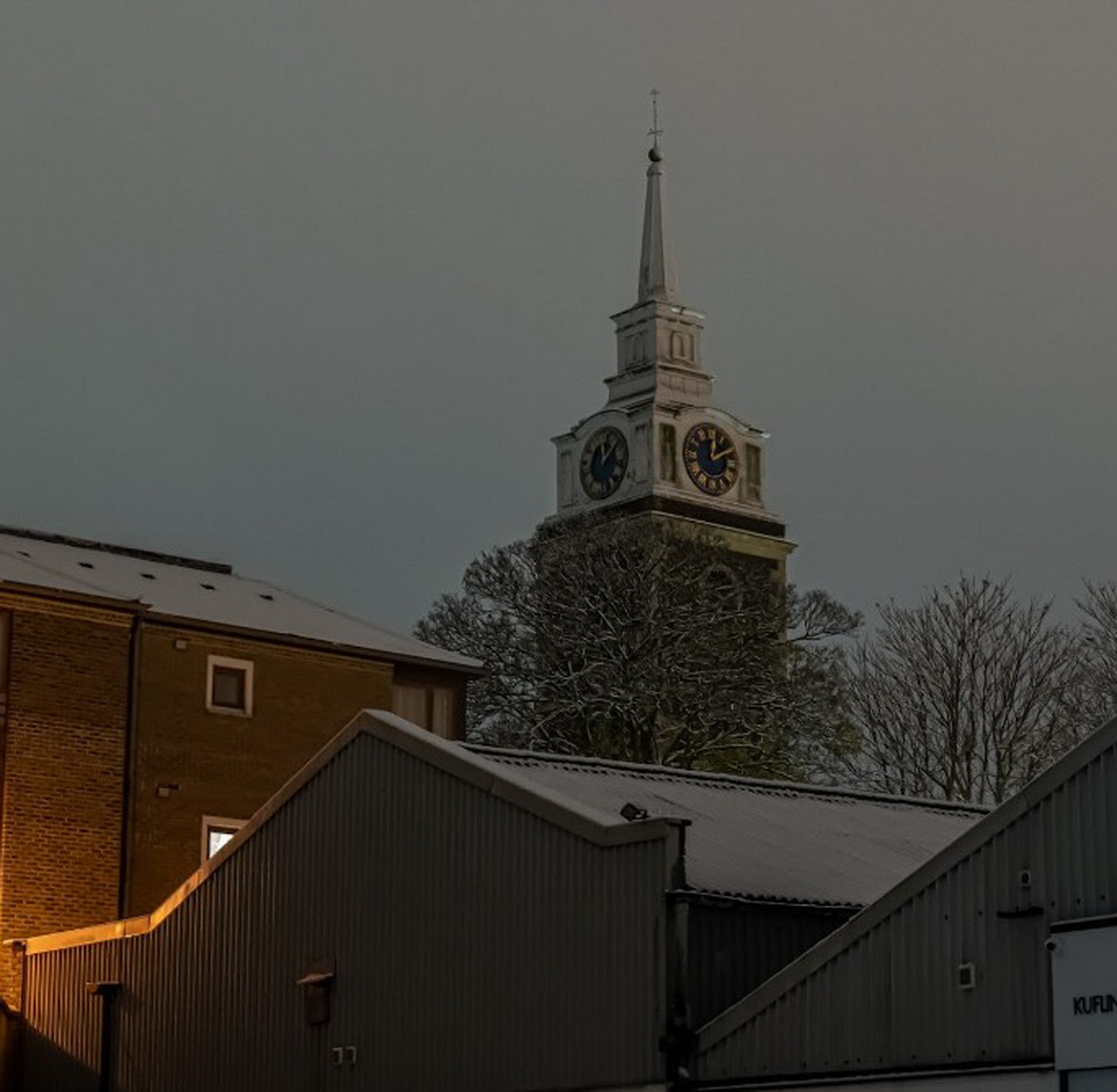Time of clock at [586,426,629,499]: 12:07
